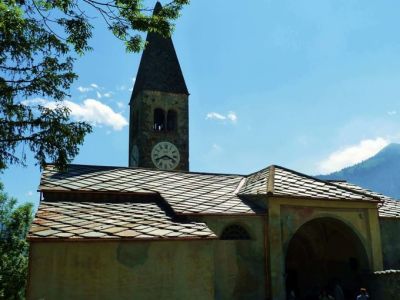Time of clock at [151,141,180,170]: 3:40
